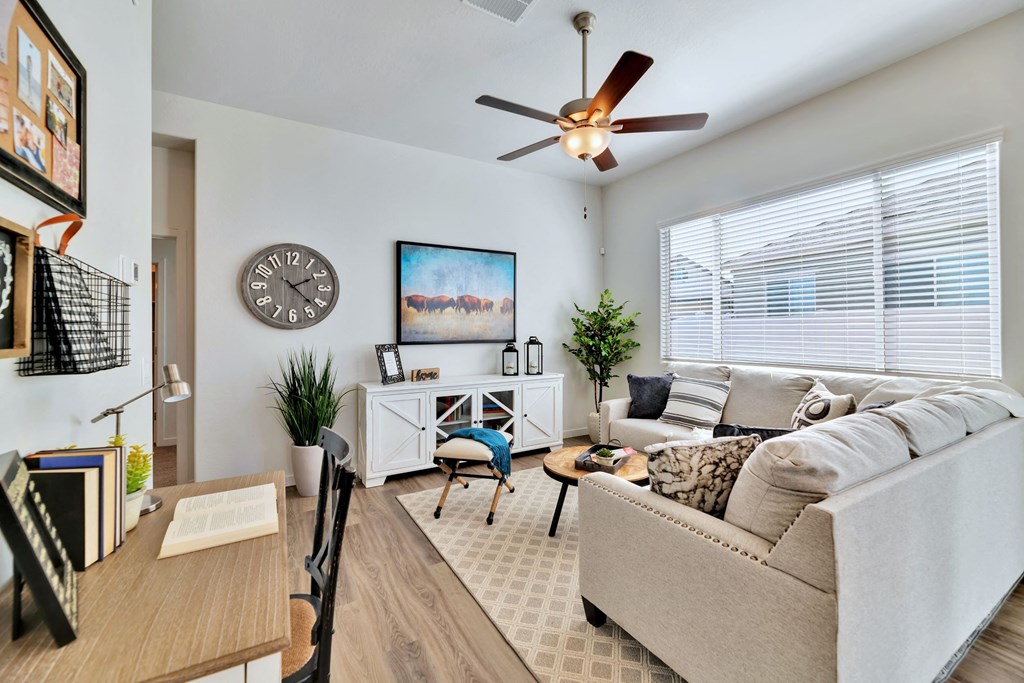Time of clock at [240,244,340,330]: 2:21
